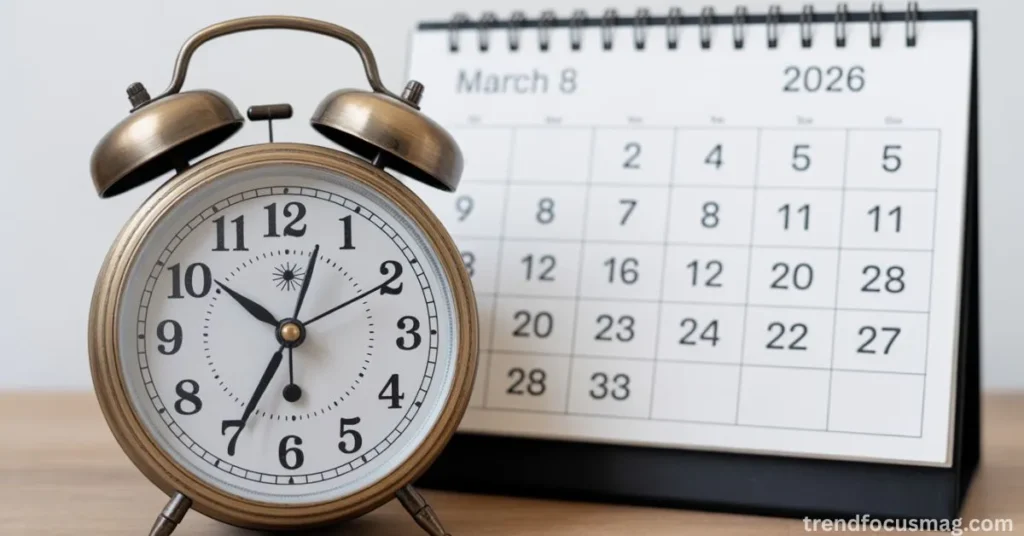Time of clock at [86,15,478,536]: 10:34
